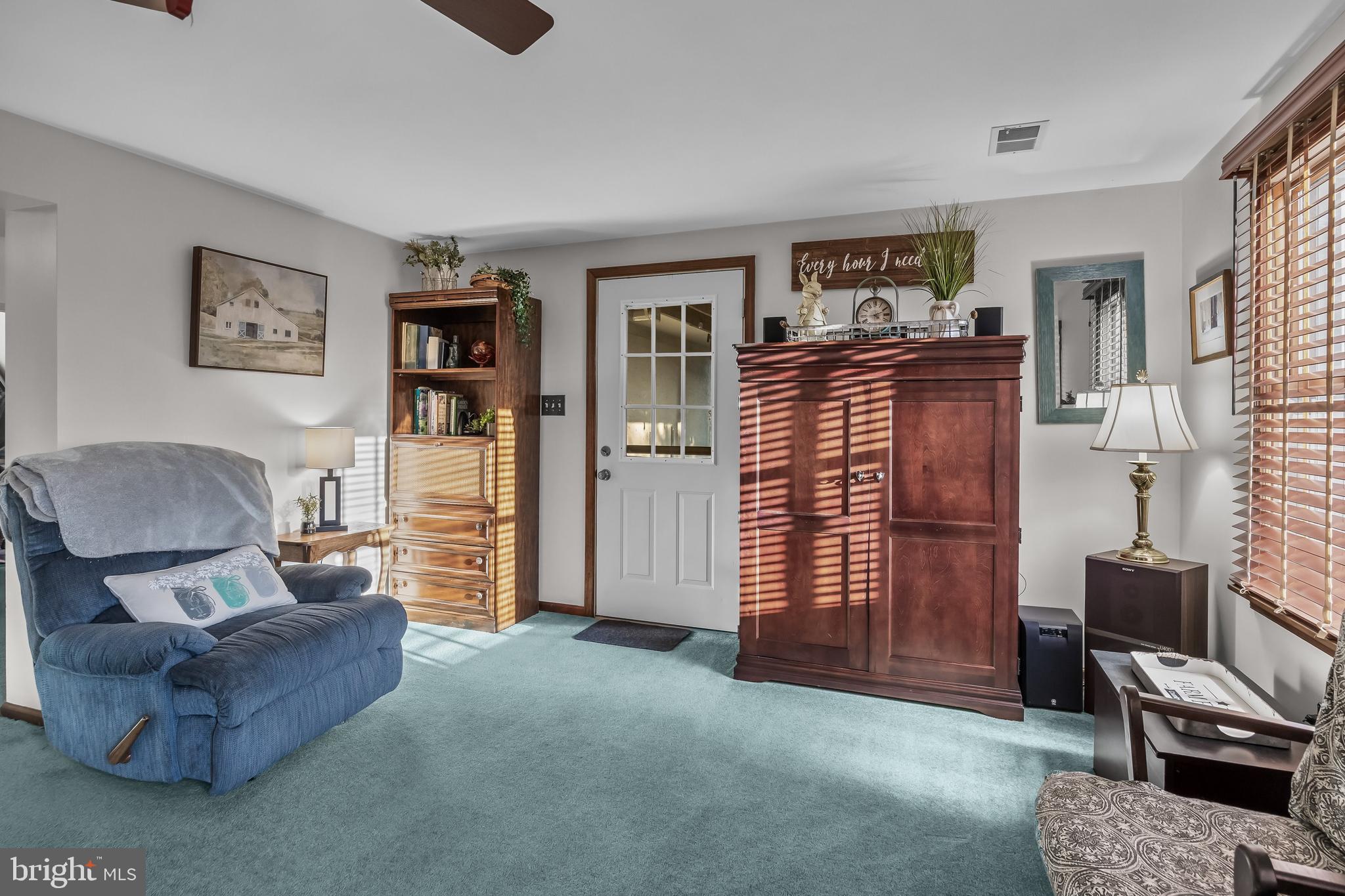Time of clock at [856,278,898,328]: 4:10
